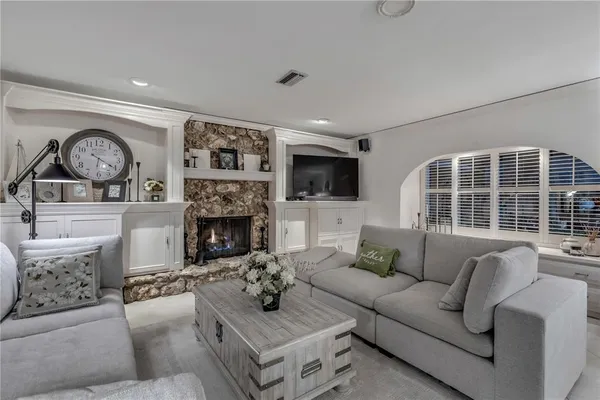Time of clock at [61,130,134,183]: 4:20
